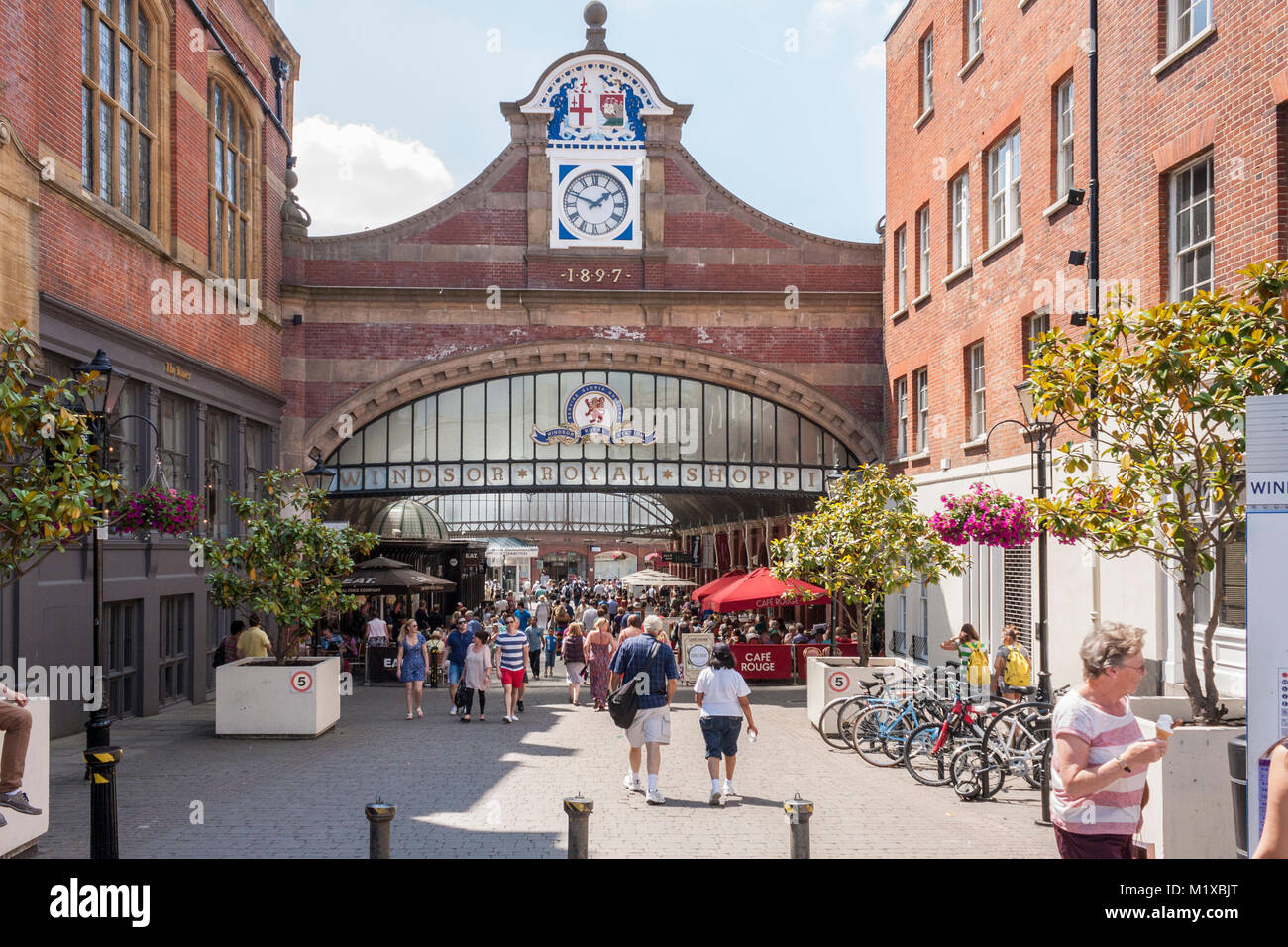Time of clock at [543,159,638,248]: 1:48
